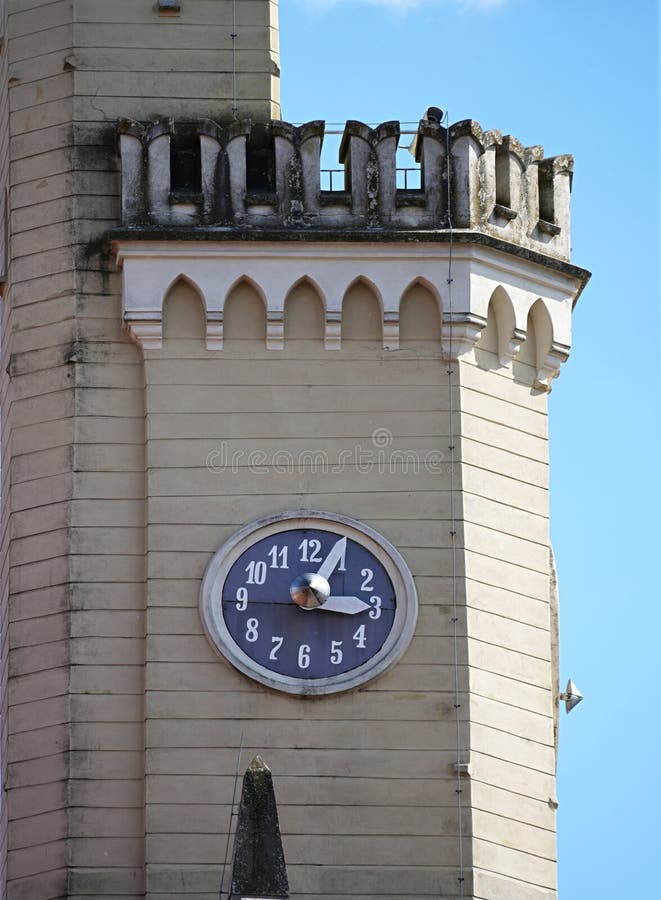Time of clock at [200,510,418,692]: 3:04
